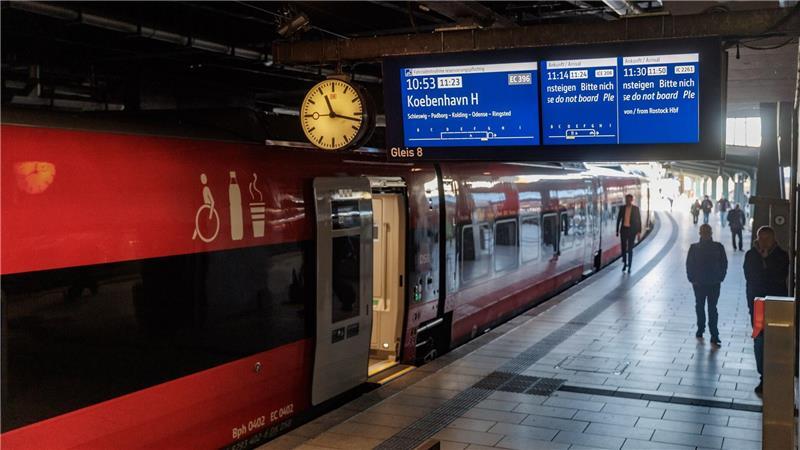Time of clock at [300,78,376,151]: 11:17
